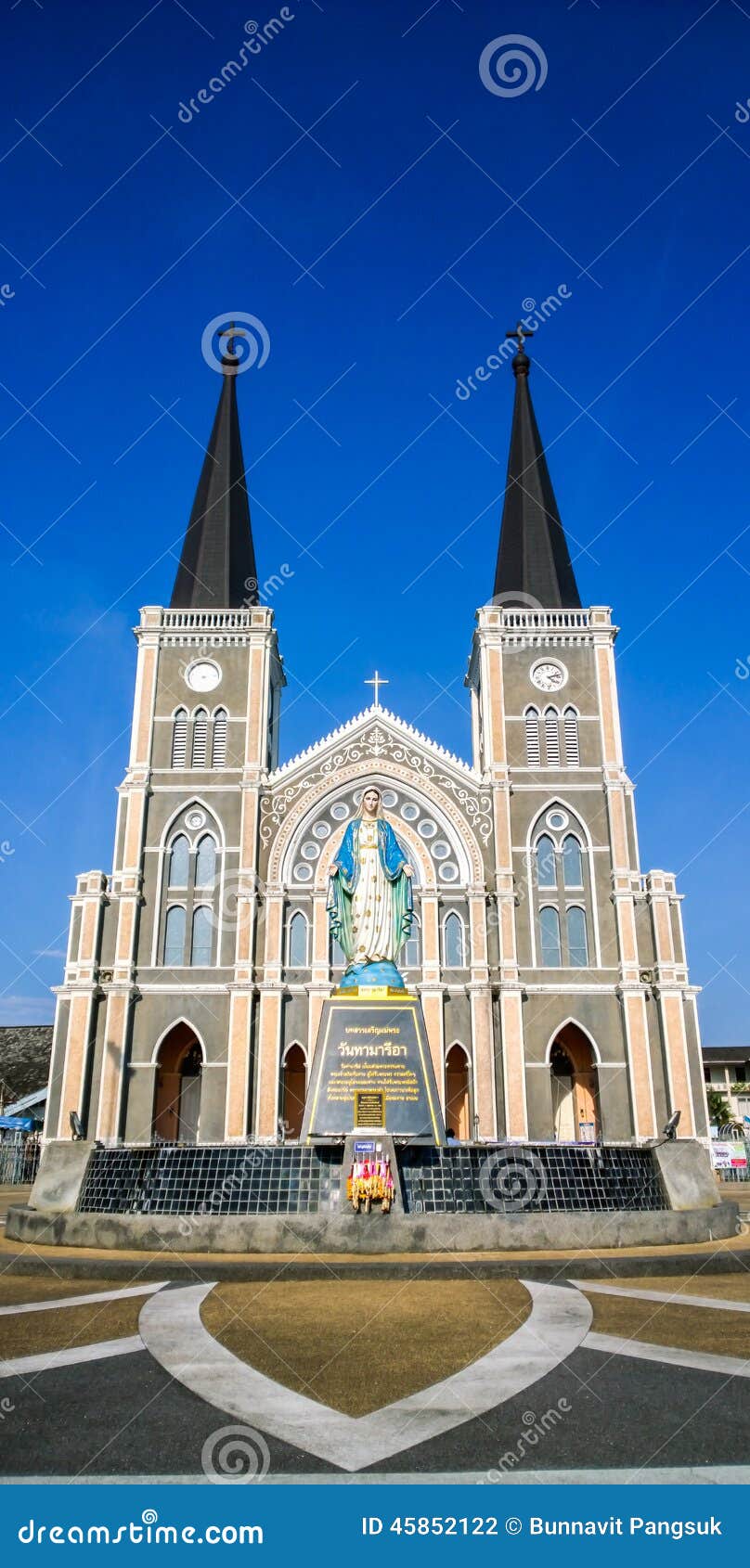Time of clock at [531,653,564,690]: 4:12
